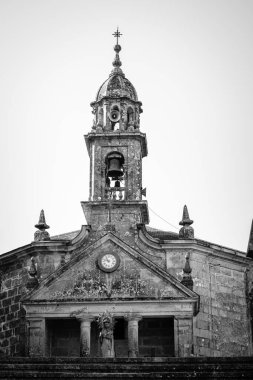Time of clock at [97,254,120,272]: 10:47
